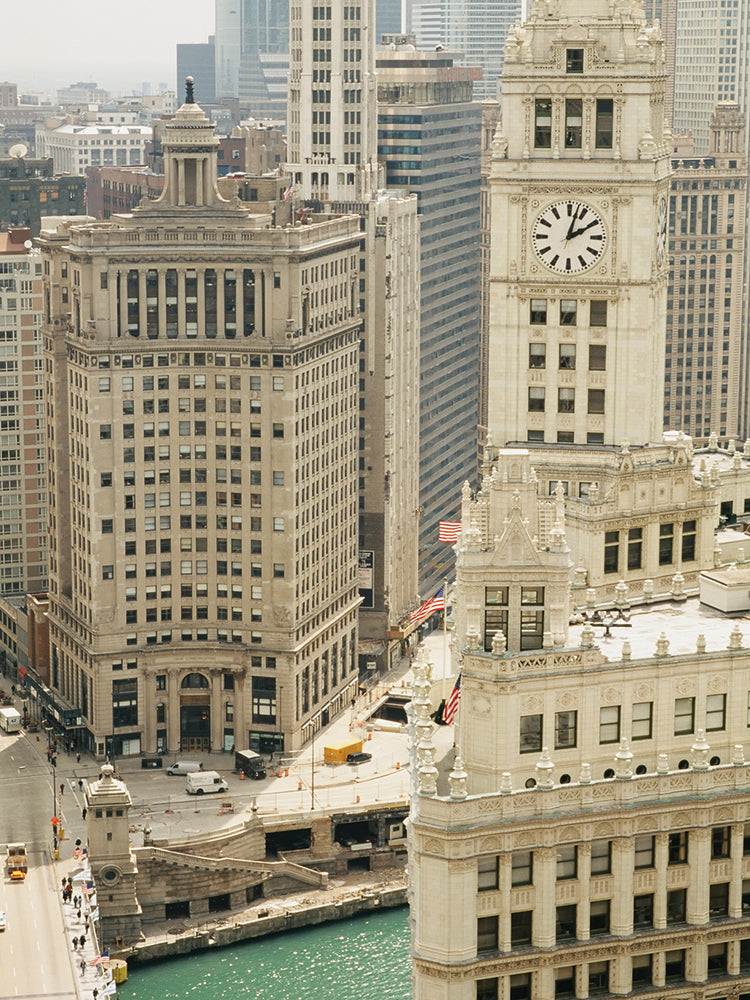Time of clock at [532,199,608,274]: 2:02
